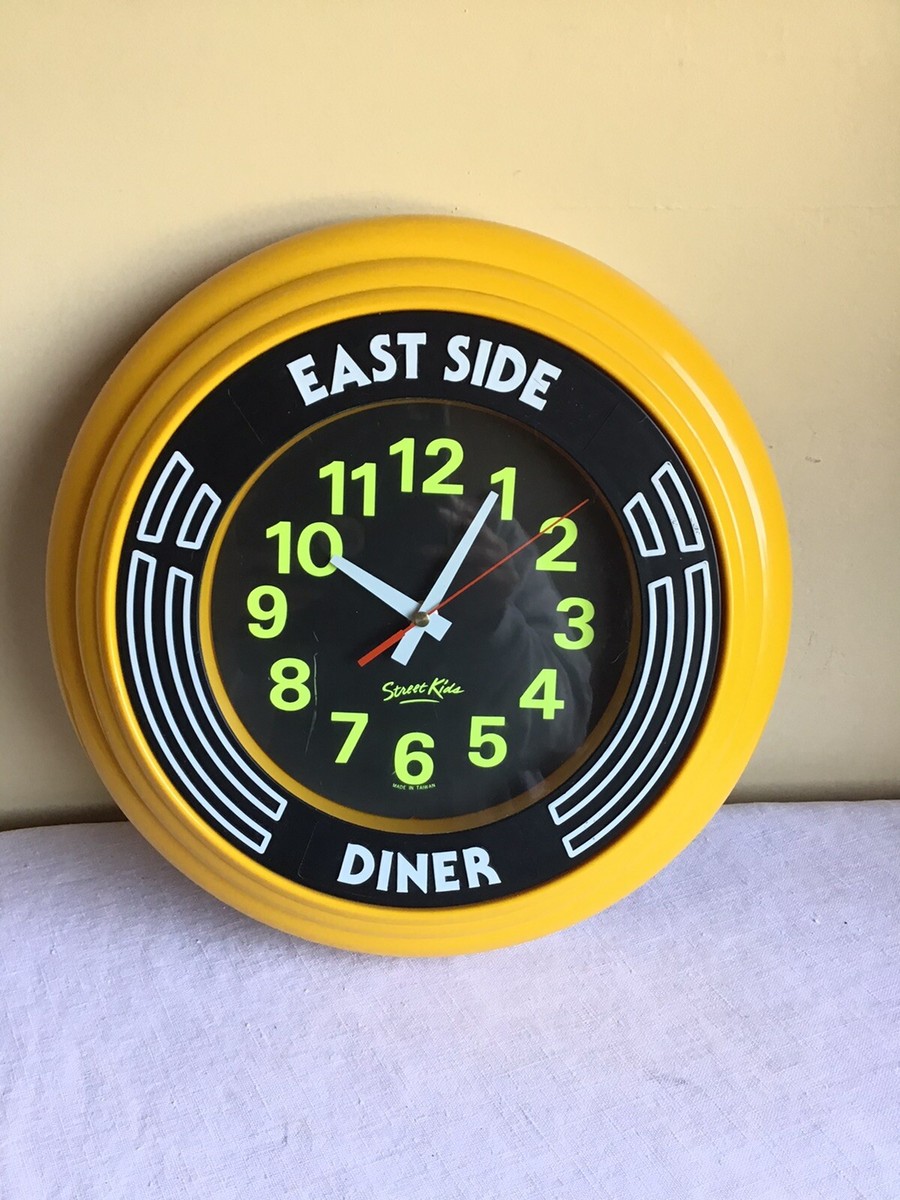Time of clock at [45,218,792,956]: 10:04
